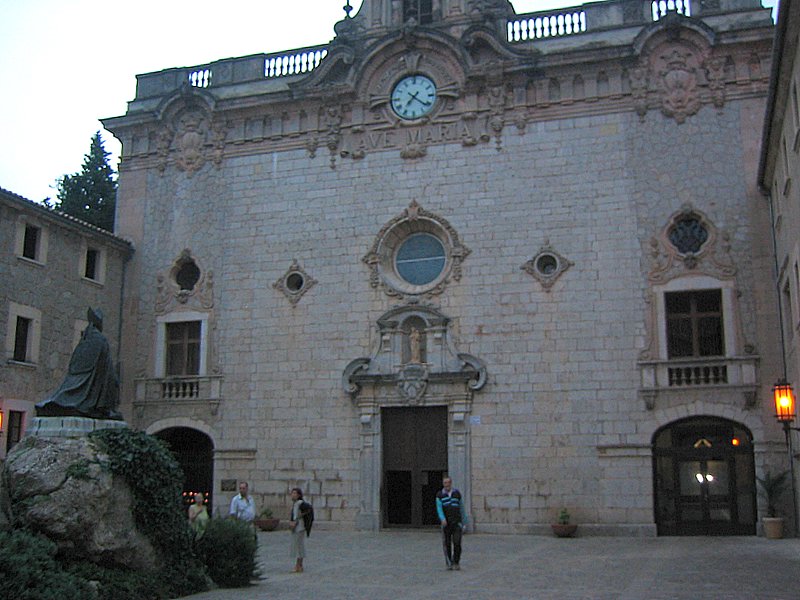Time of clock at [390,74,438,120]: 7:21
